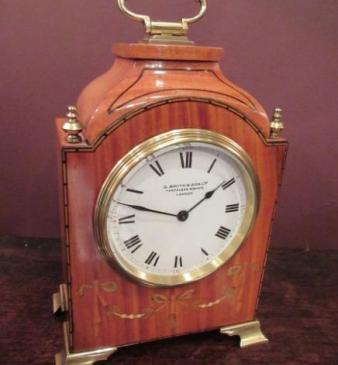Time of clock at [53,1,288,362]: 1:47
